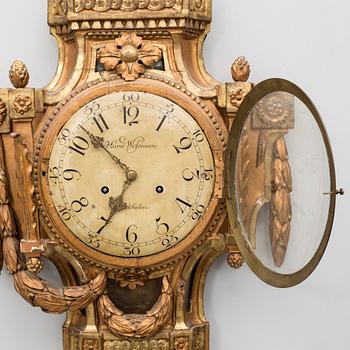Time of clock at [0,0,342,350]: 6:52
